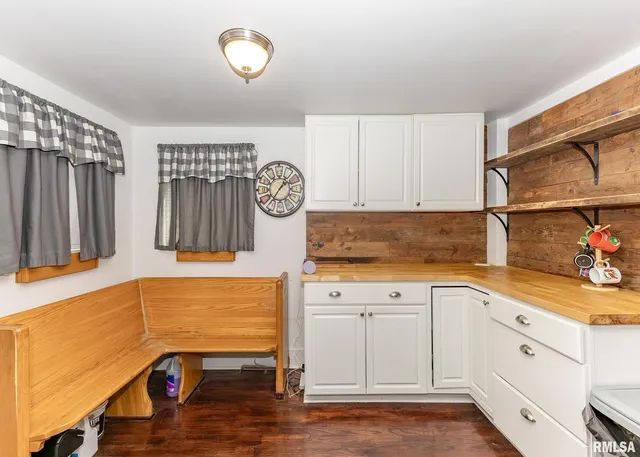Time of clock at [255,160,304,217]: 1:36
